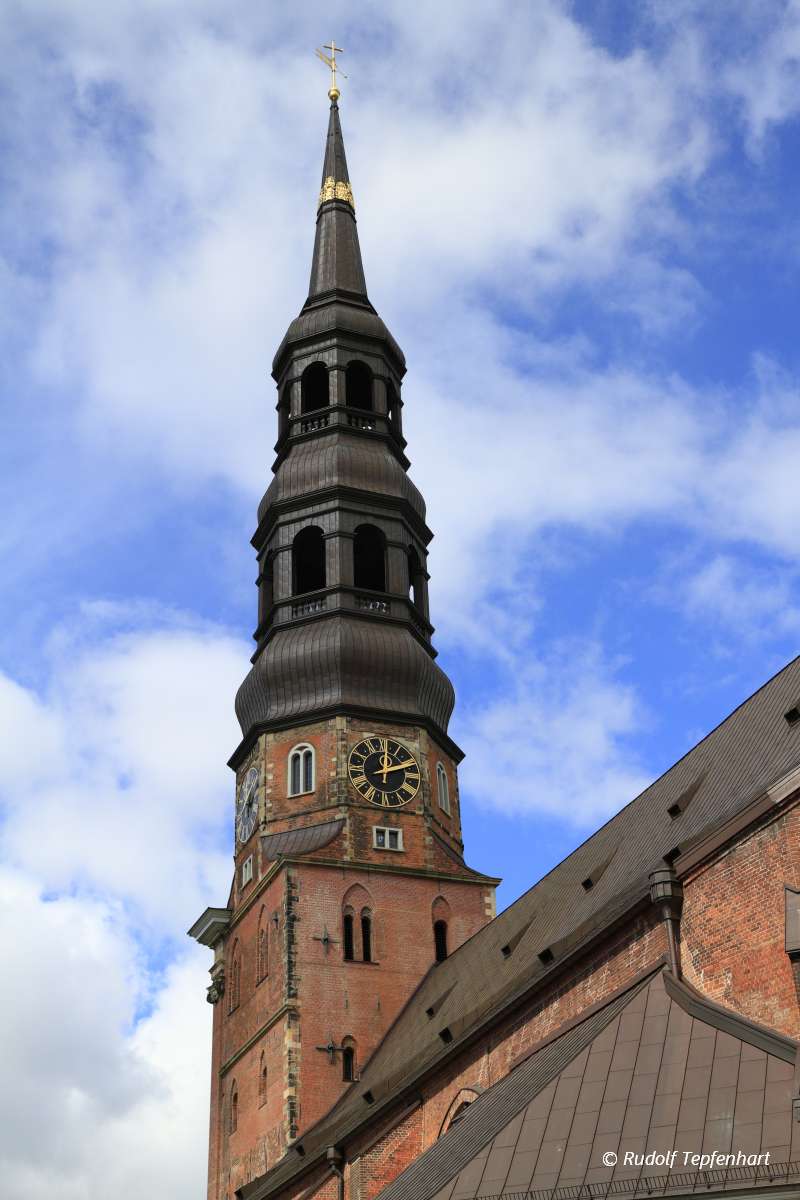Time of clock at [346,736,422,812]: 12:11
